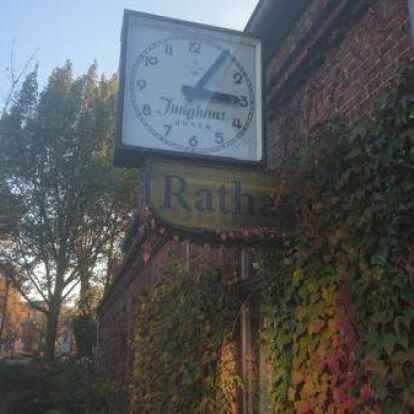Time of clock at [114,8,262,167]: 3:05
